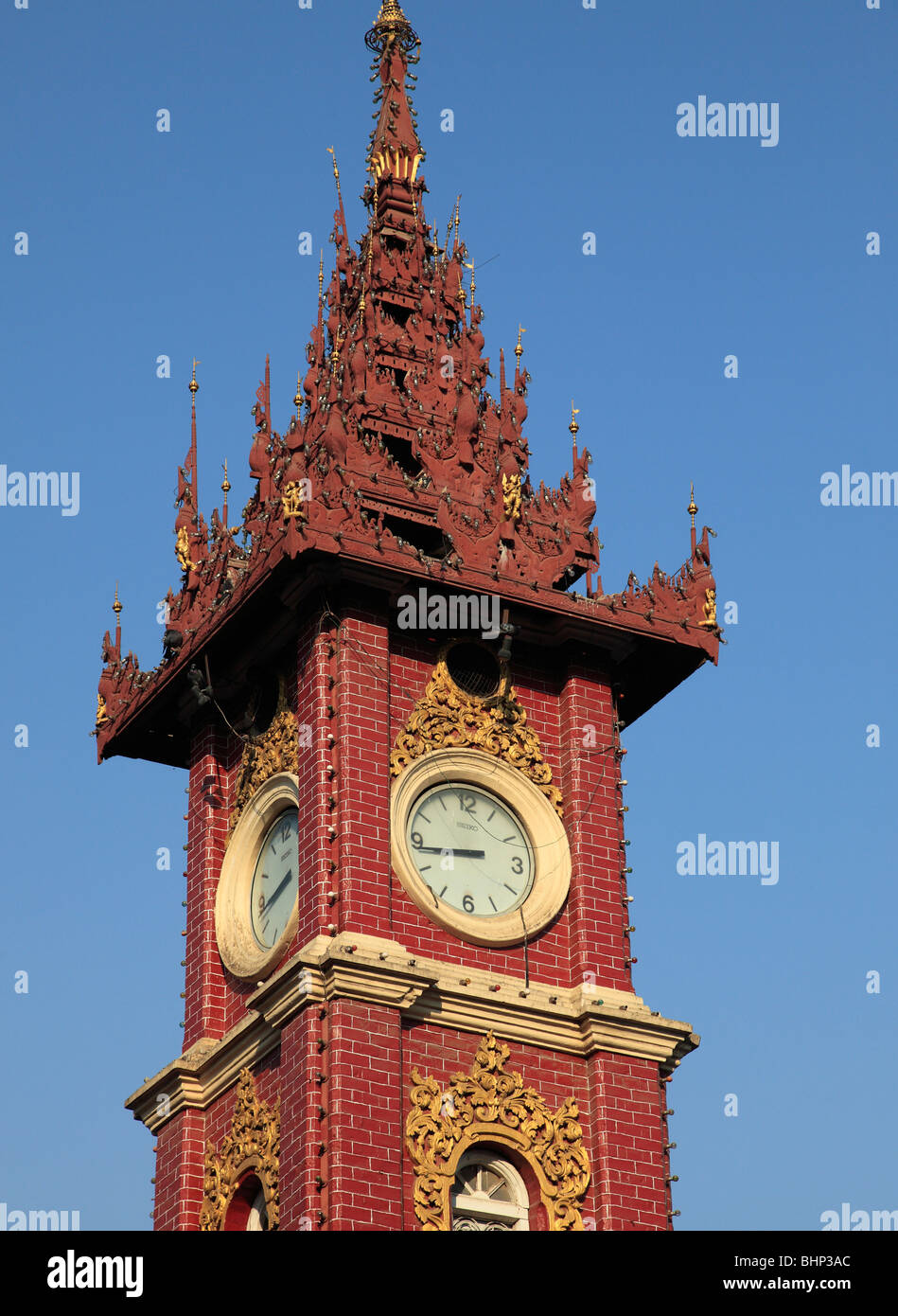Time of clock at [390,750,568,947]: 8:43
